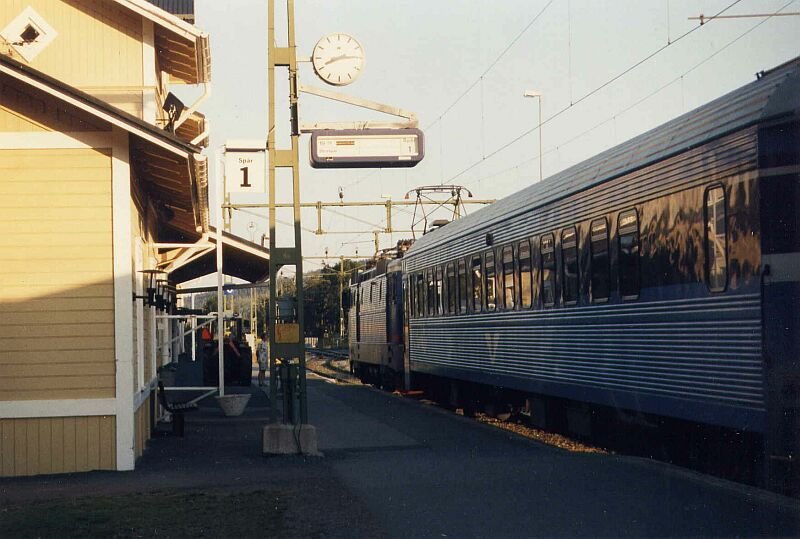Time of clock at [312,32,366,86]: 8:14
